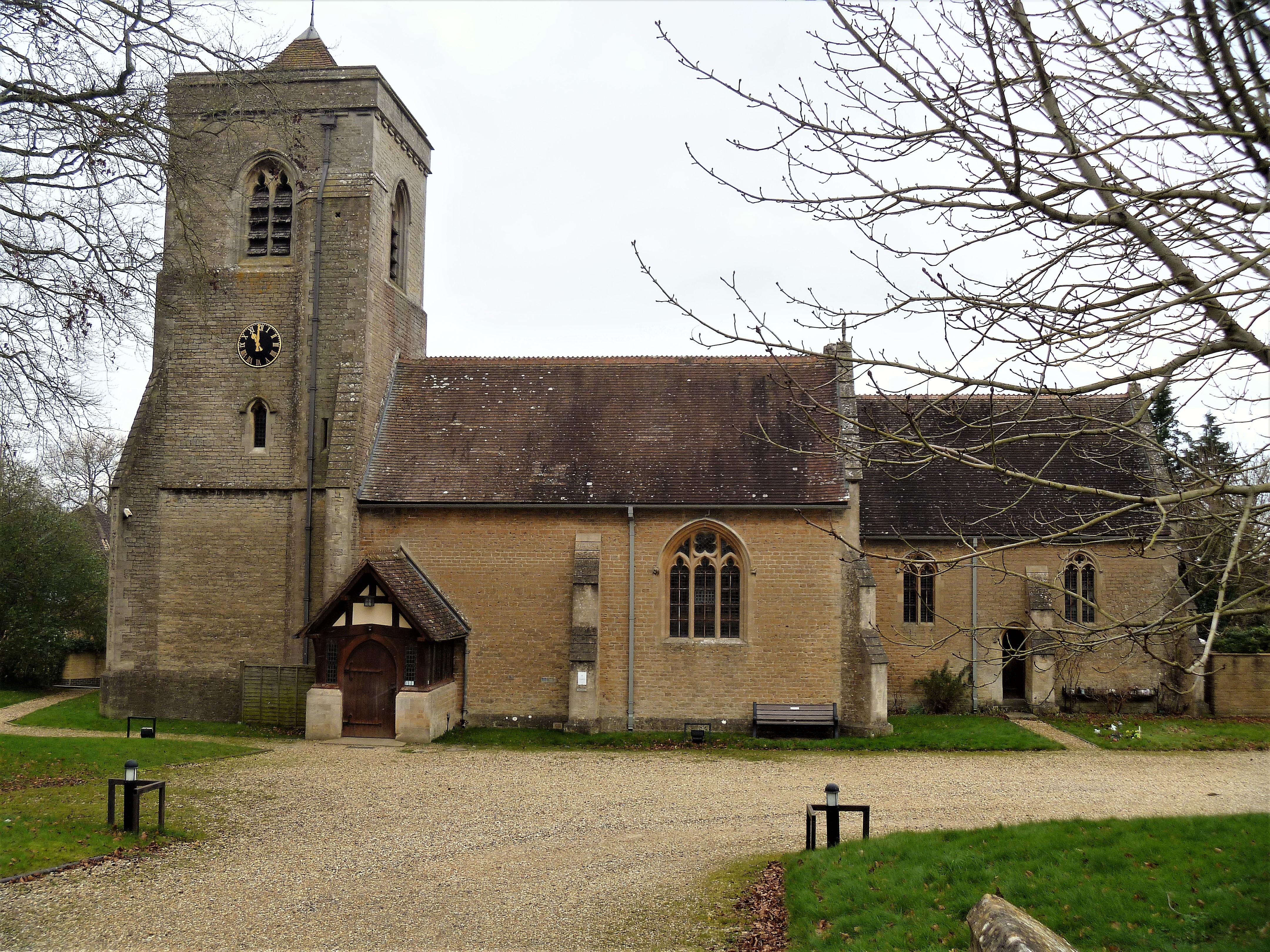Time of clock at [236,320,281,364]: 10:59
